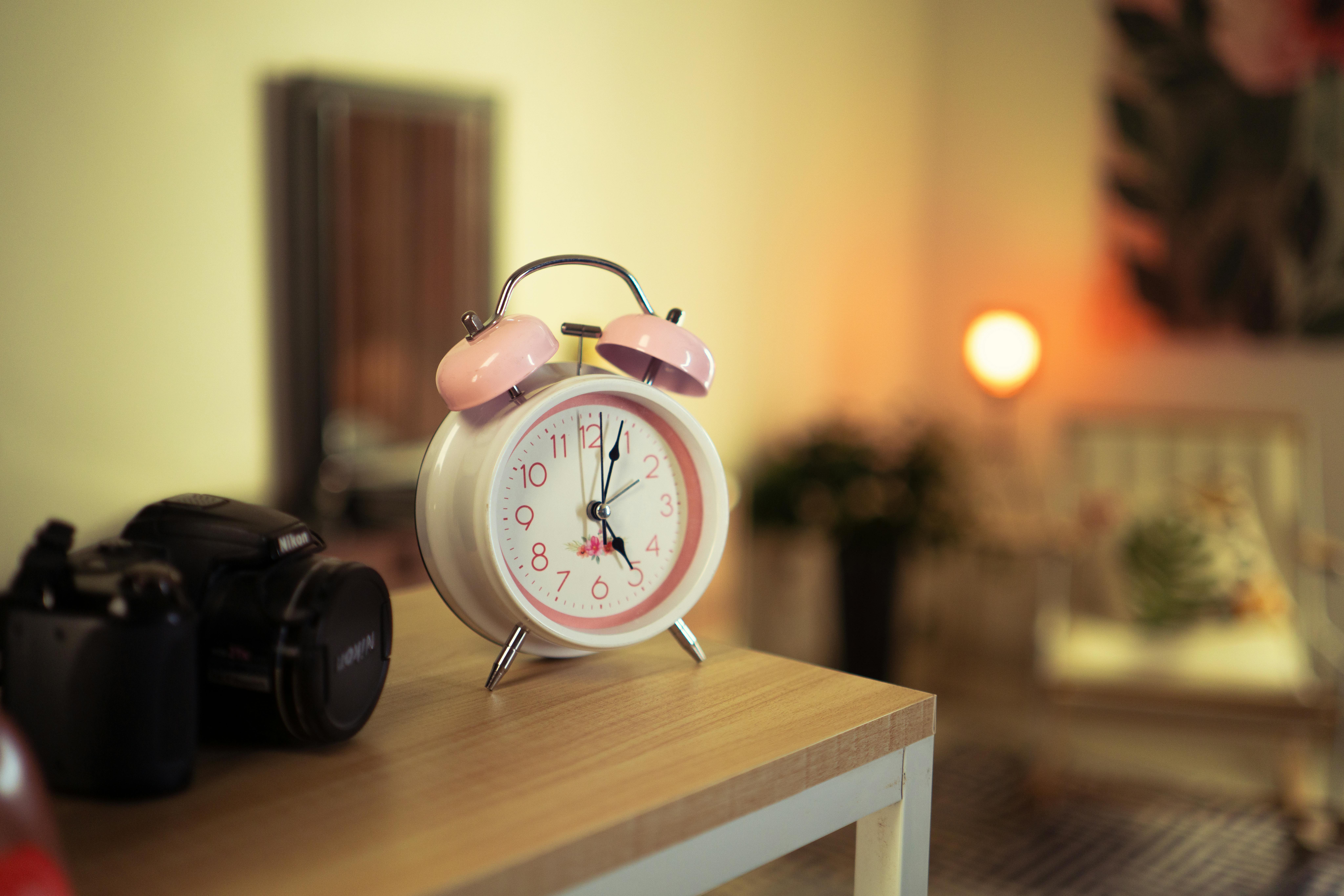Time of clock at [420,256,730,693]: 5:03
